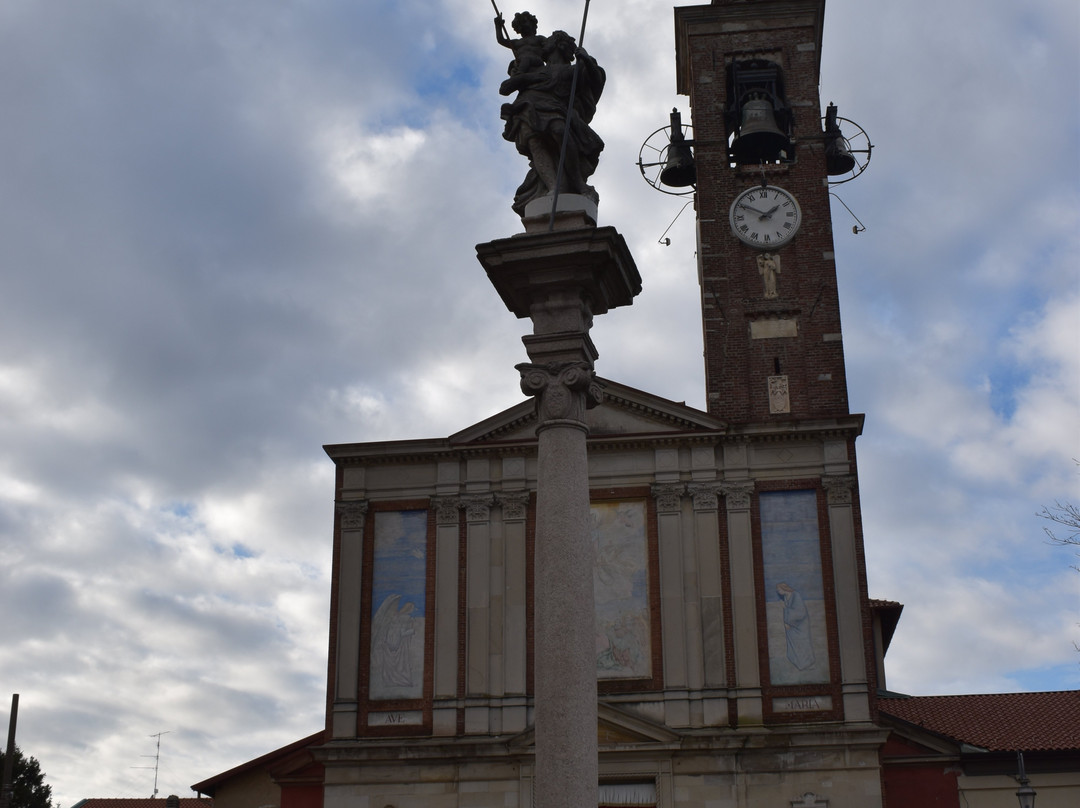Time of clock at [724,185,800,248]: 1:49
